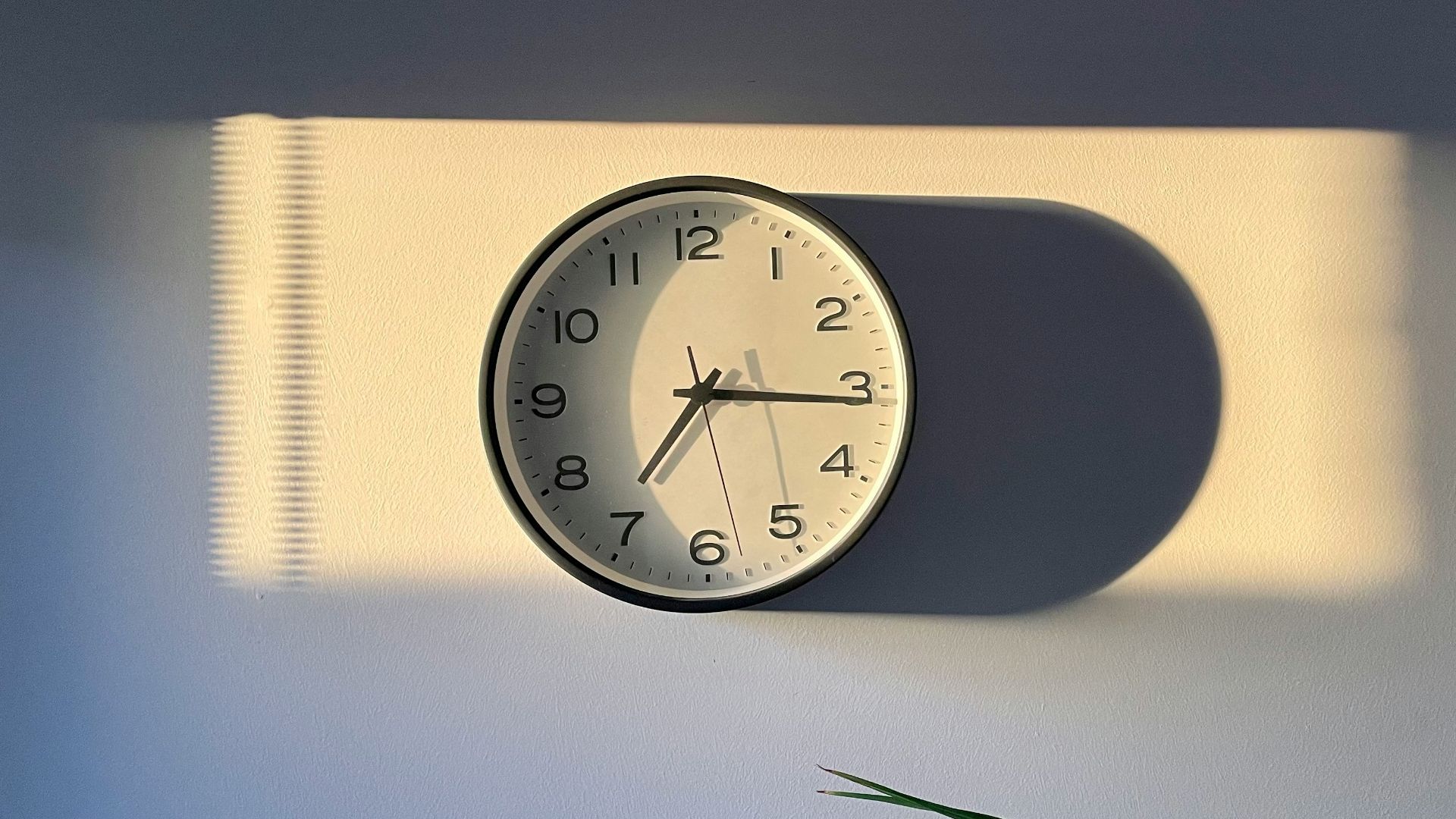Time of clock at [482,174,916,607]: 7:15
